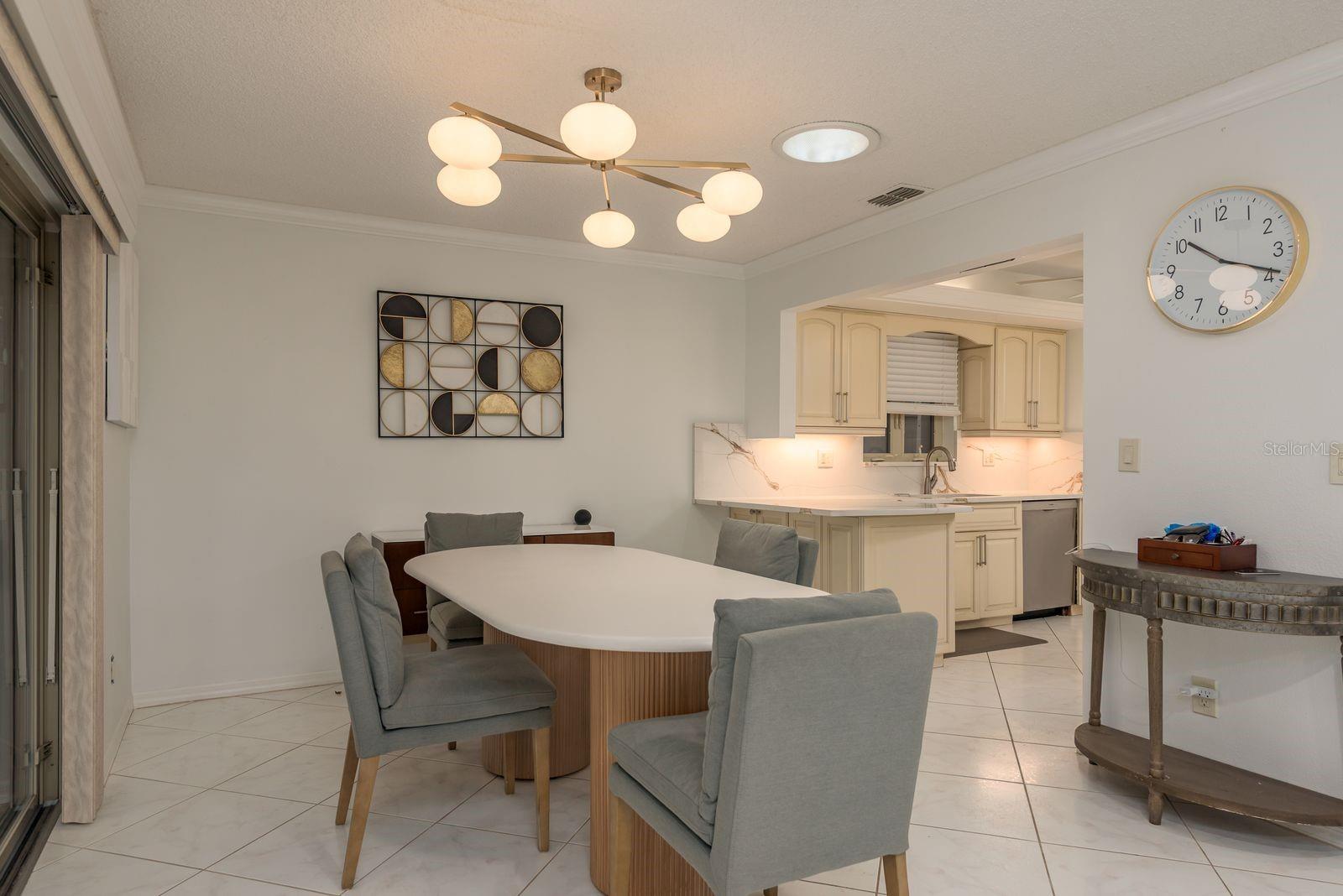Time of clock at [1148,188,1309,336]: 10:18
